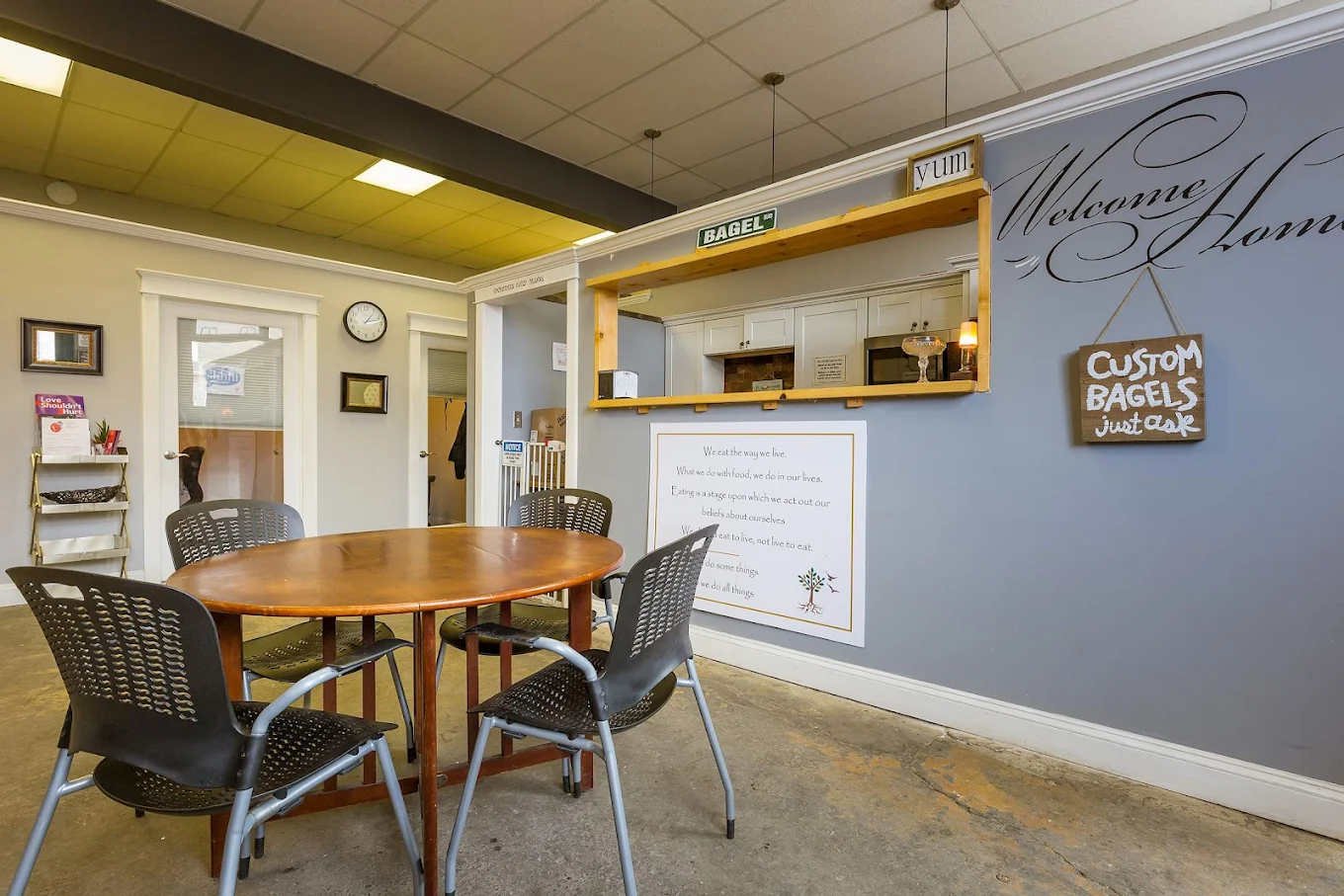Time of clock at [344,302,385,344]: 1:12
